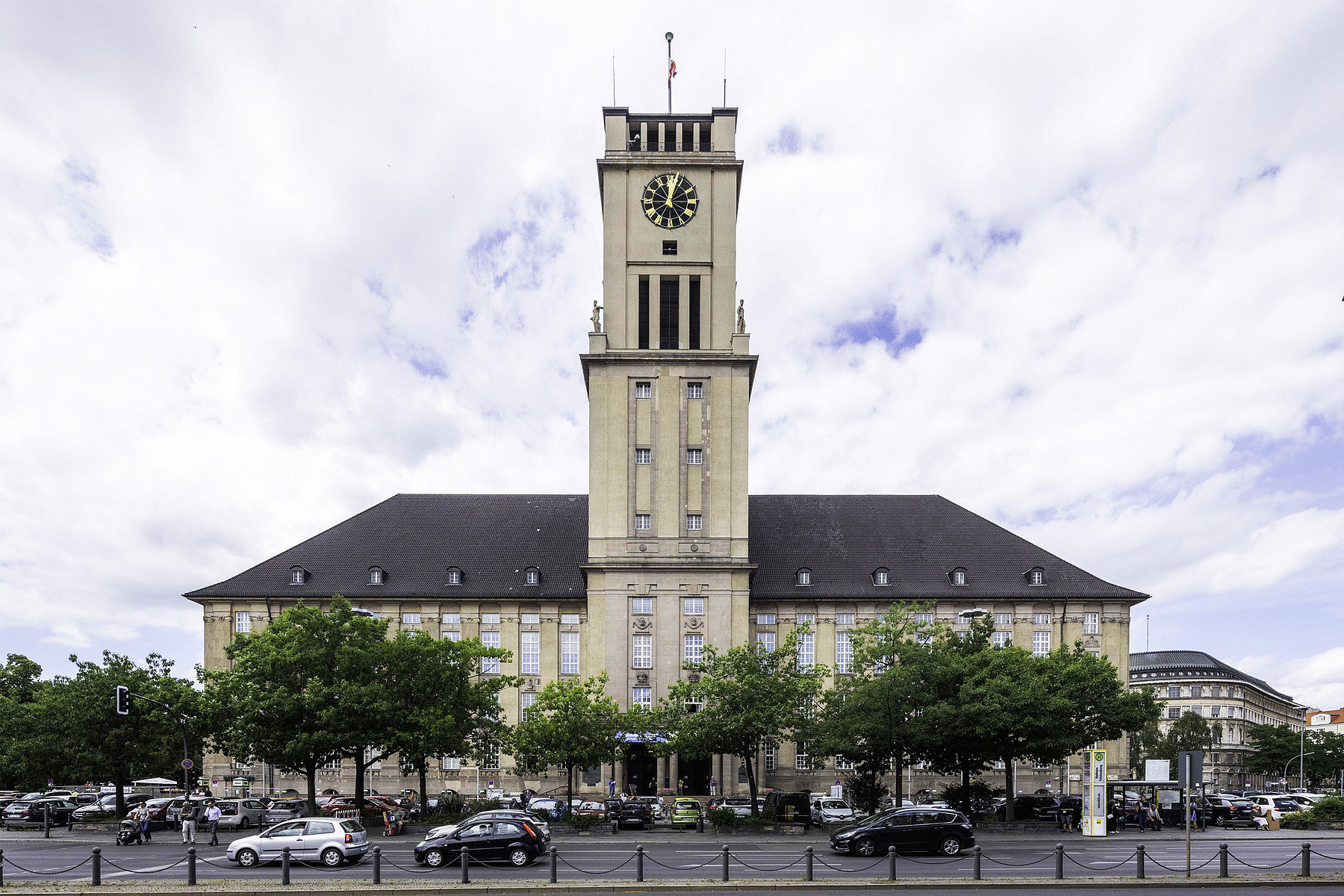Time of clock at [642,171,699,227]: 12:02
